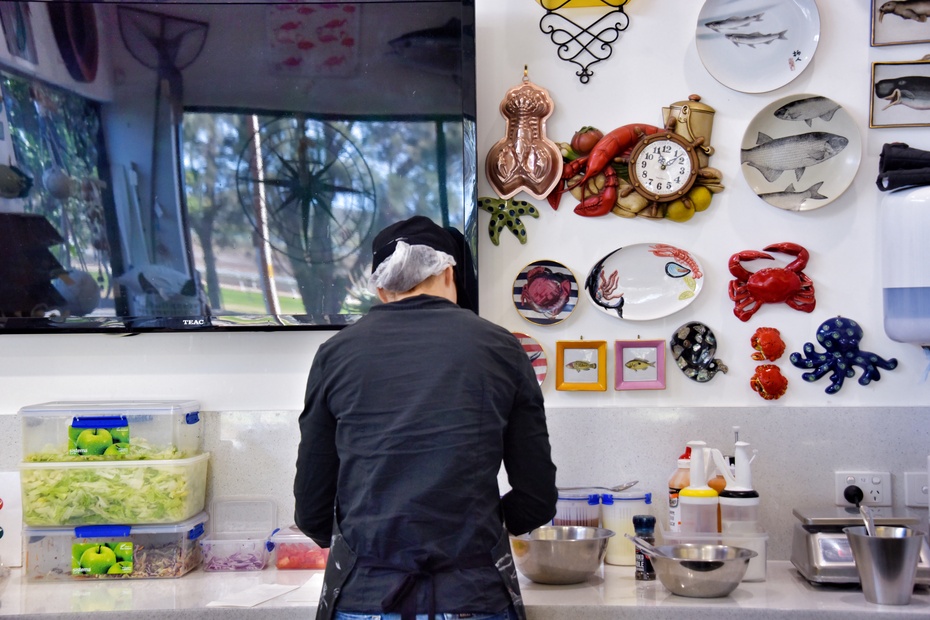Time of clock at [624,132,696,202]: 11:07
